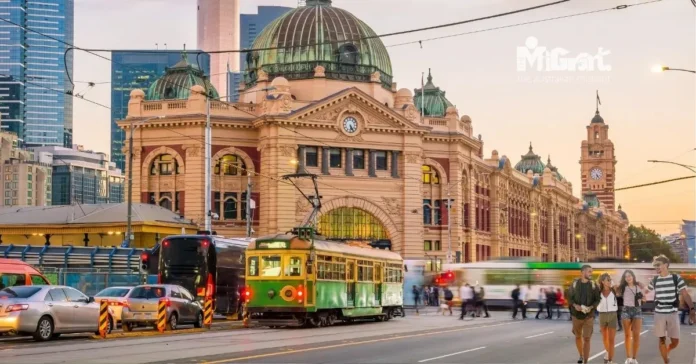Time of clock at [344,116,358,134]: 5:24
